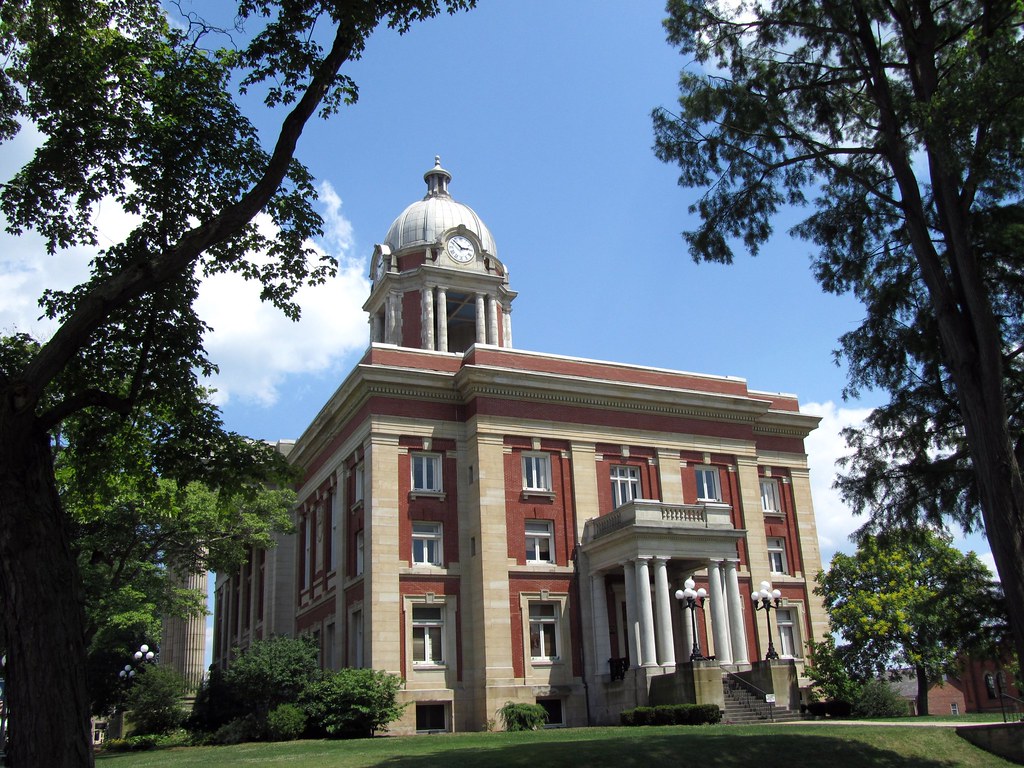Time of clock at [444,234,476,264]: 2:52
